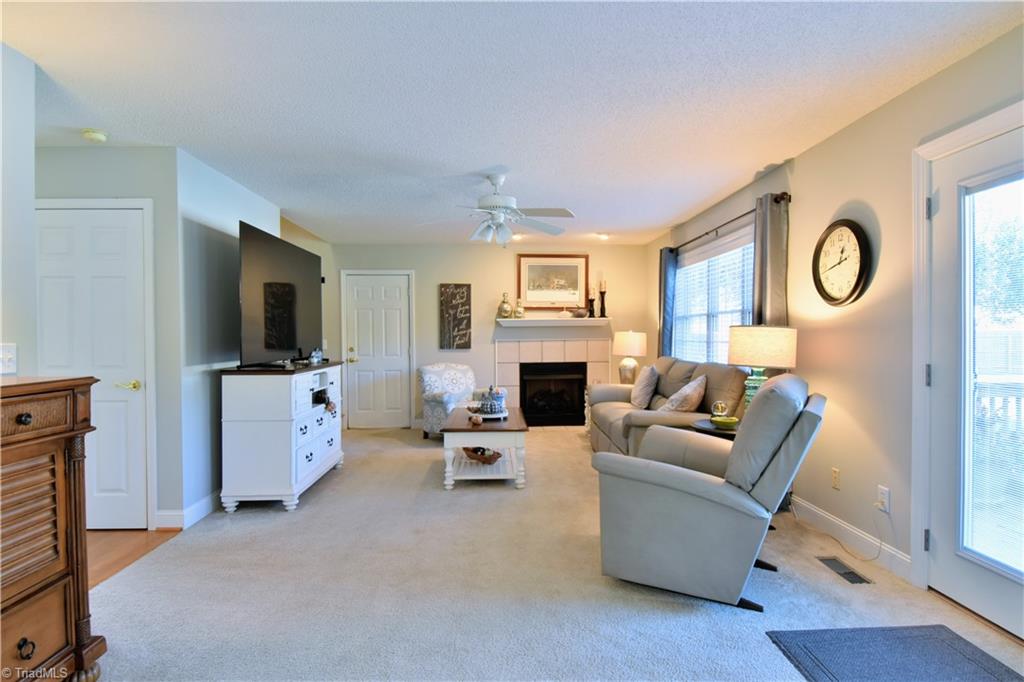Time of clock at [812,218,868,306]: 12:42
